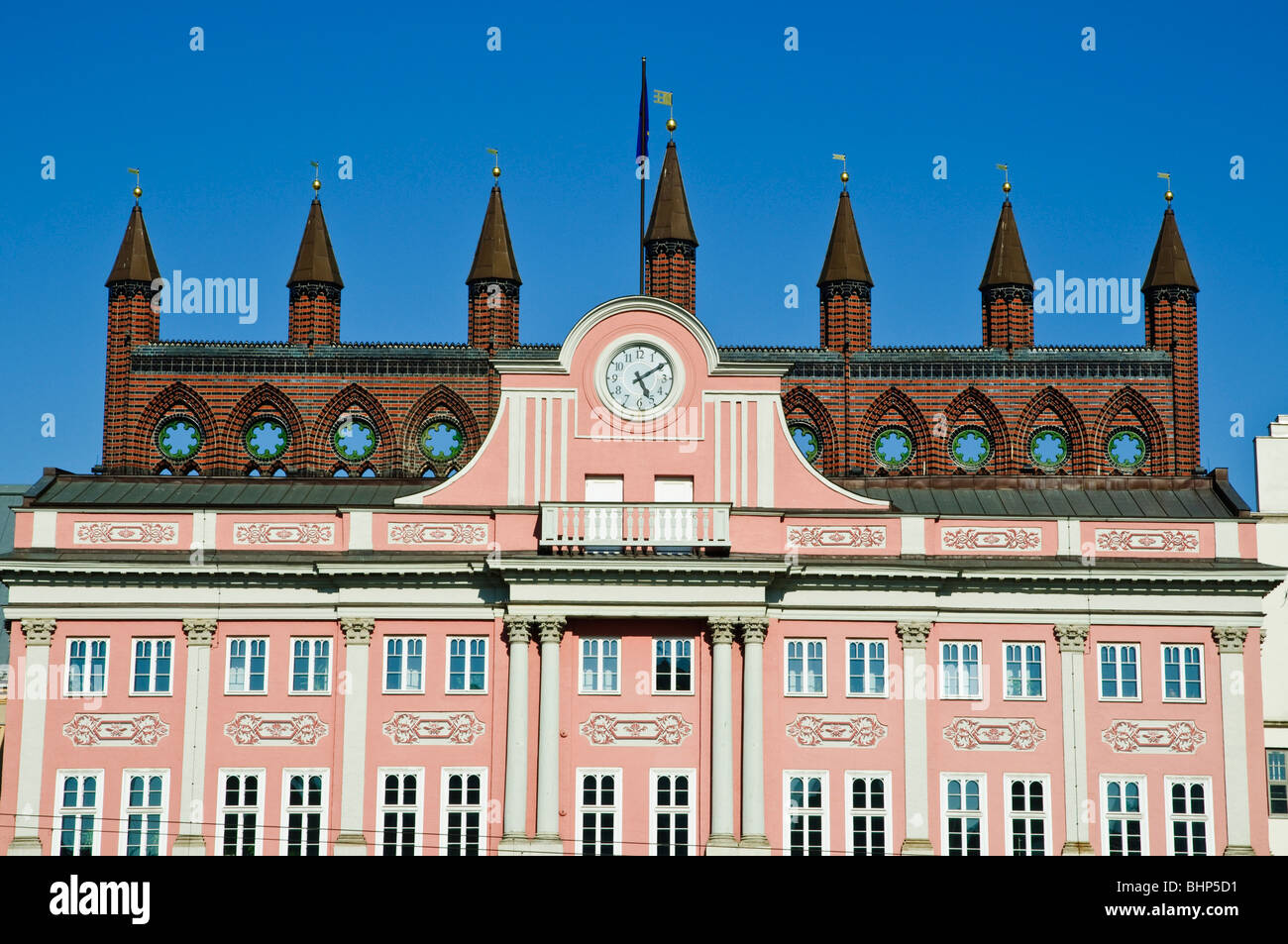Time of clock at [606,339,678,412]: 5:09
